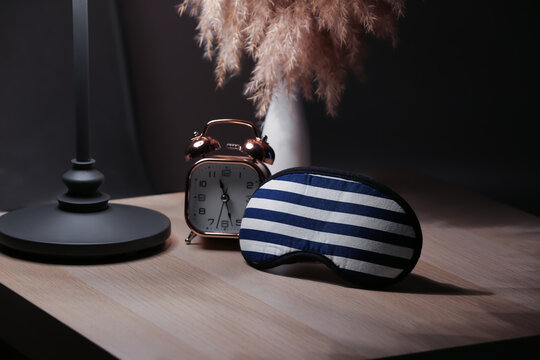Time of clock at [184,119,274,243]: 11:32
